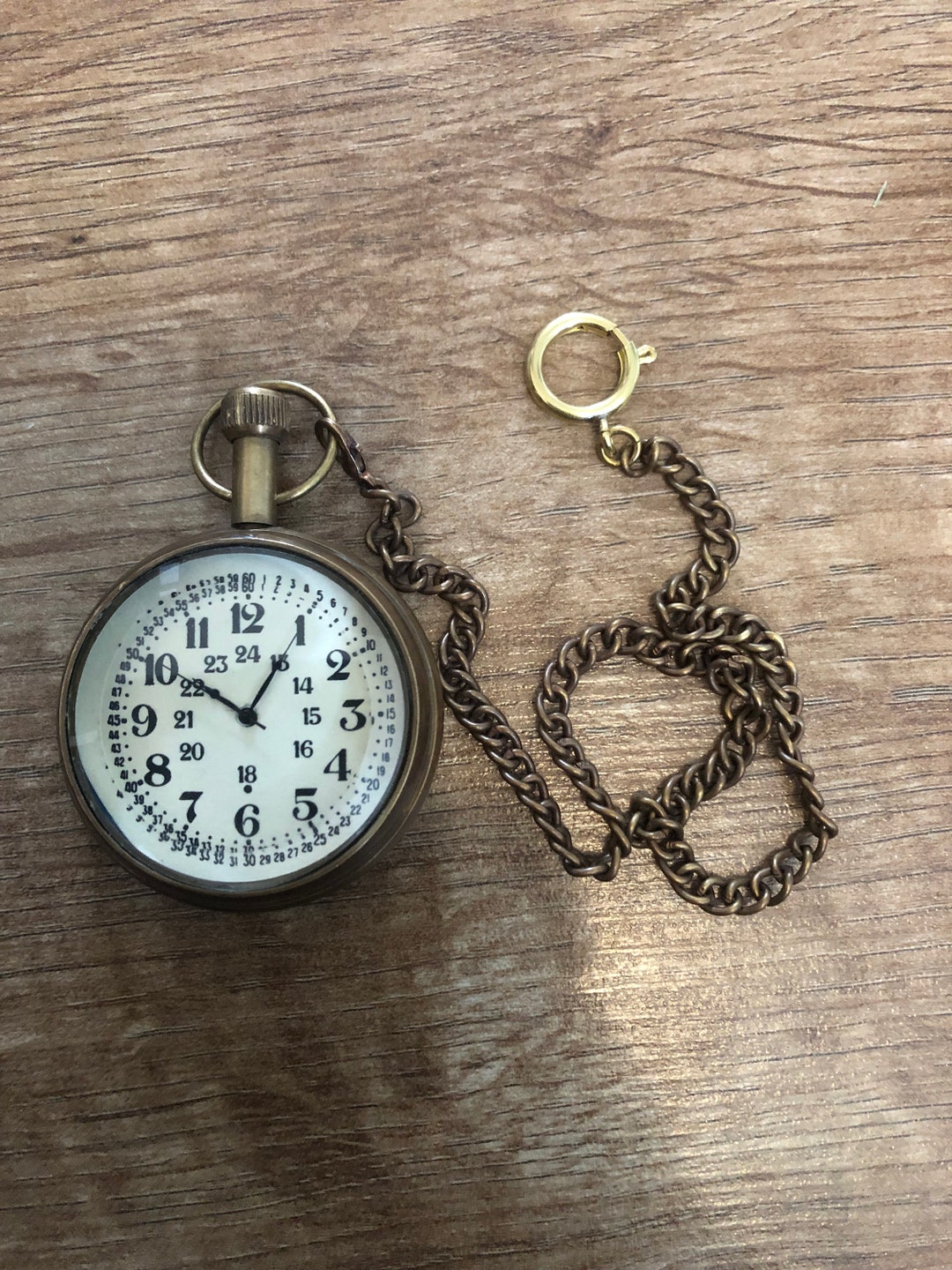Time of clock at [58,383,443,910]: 10:05
